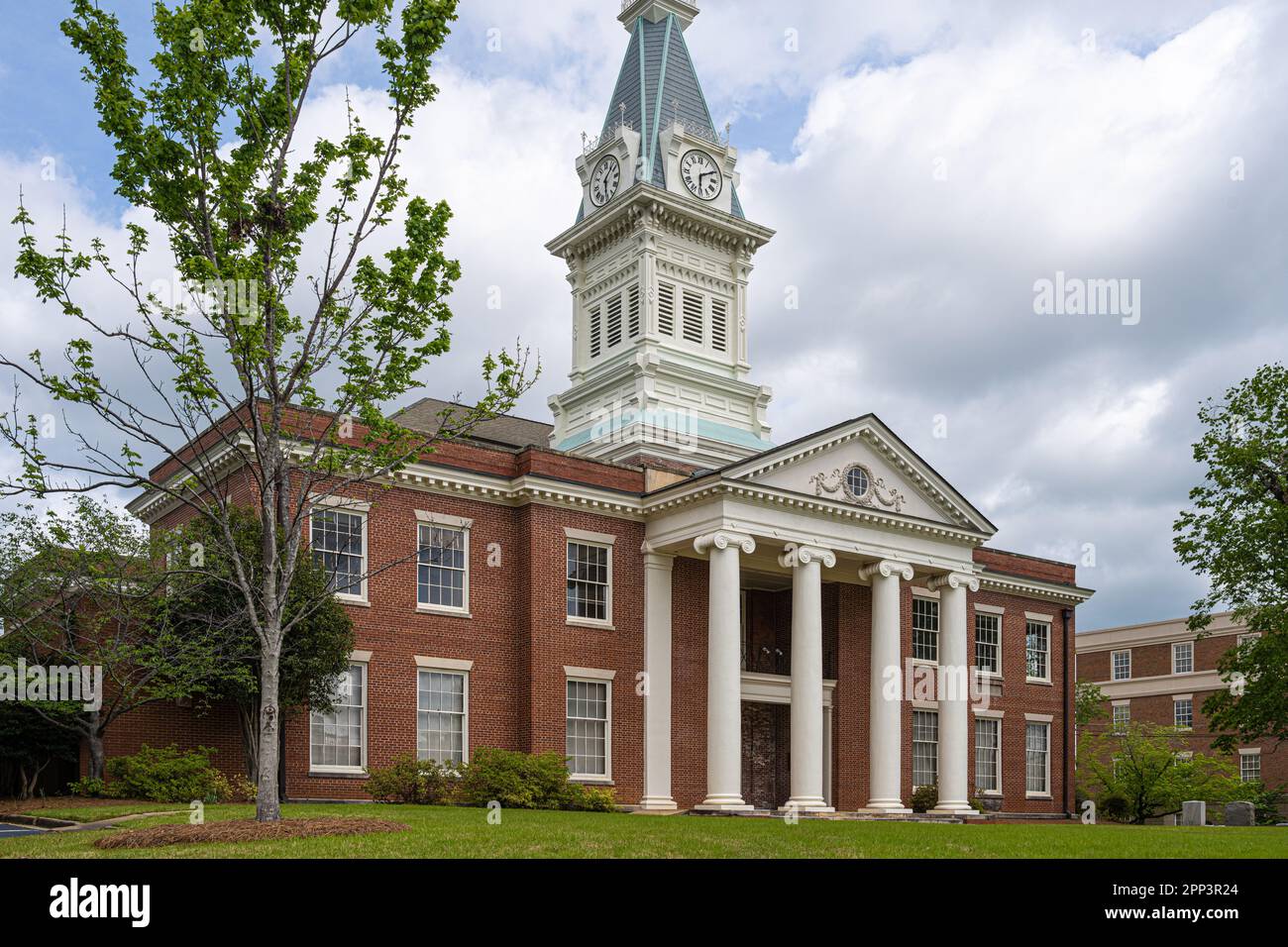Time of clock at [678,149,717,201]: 6:10
